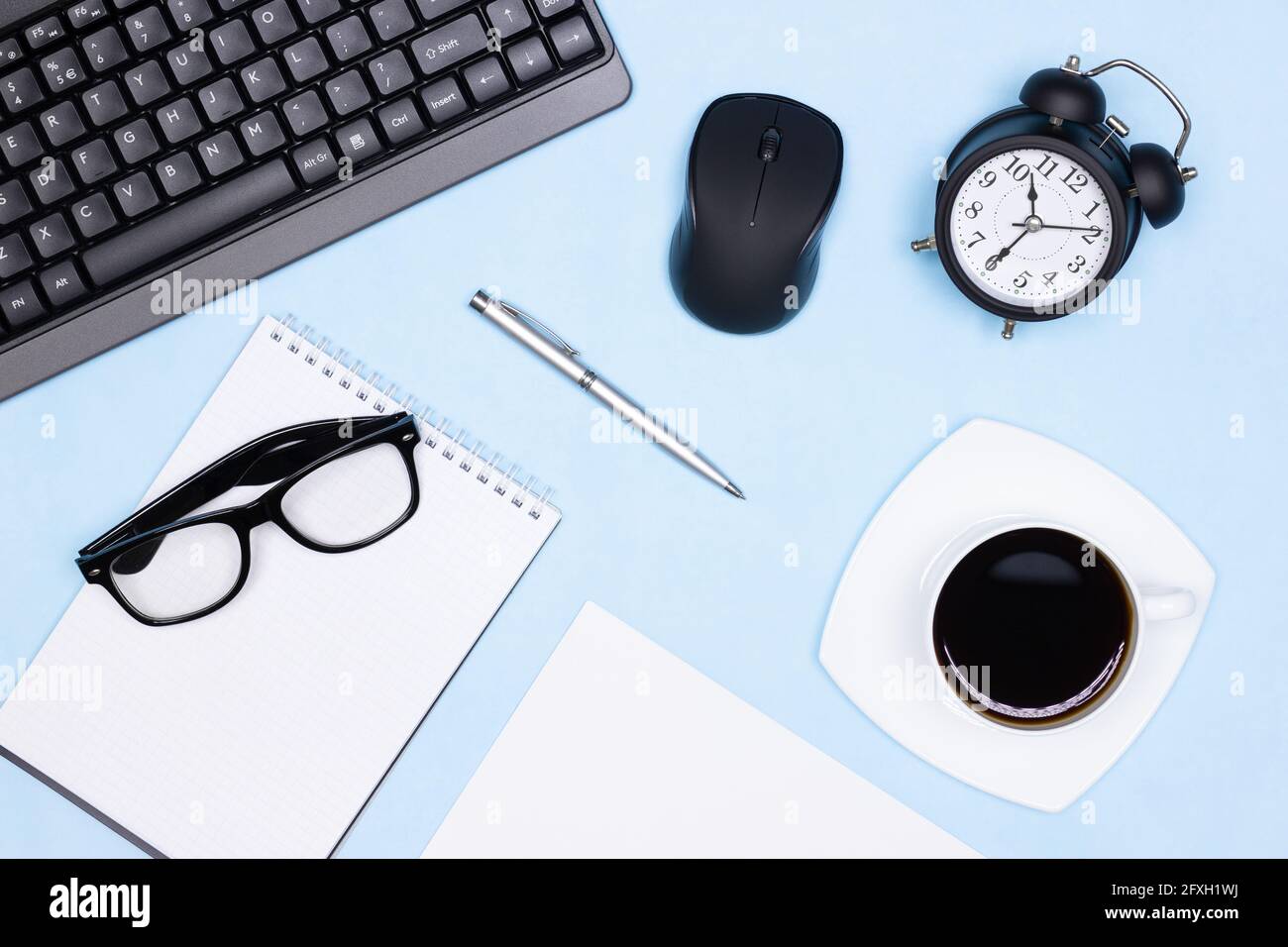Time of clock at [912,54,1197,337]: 11:35
